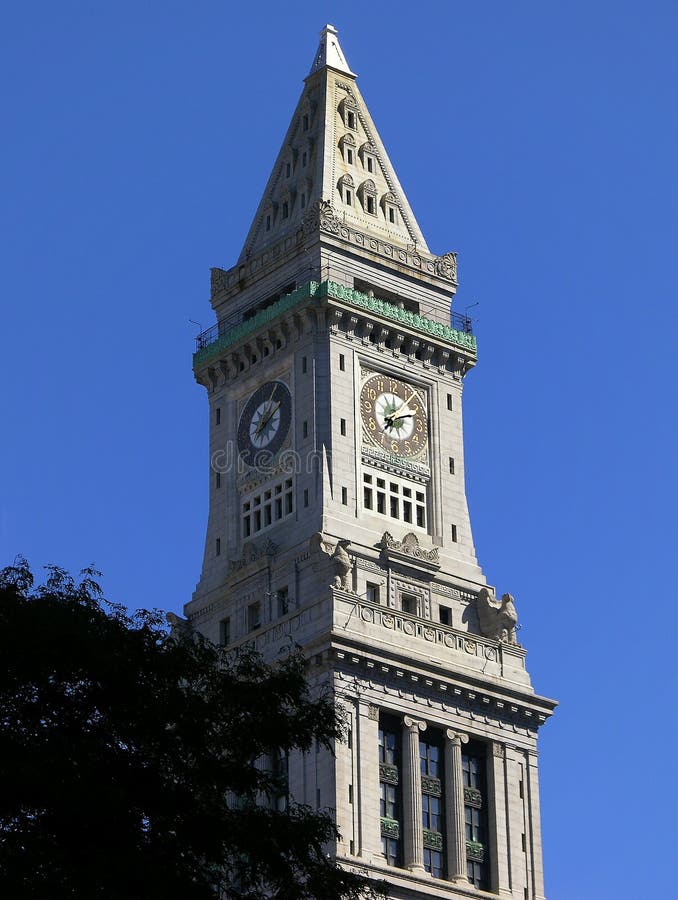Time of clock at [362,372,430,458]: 7:11
